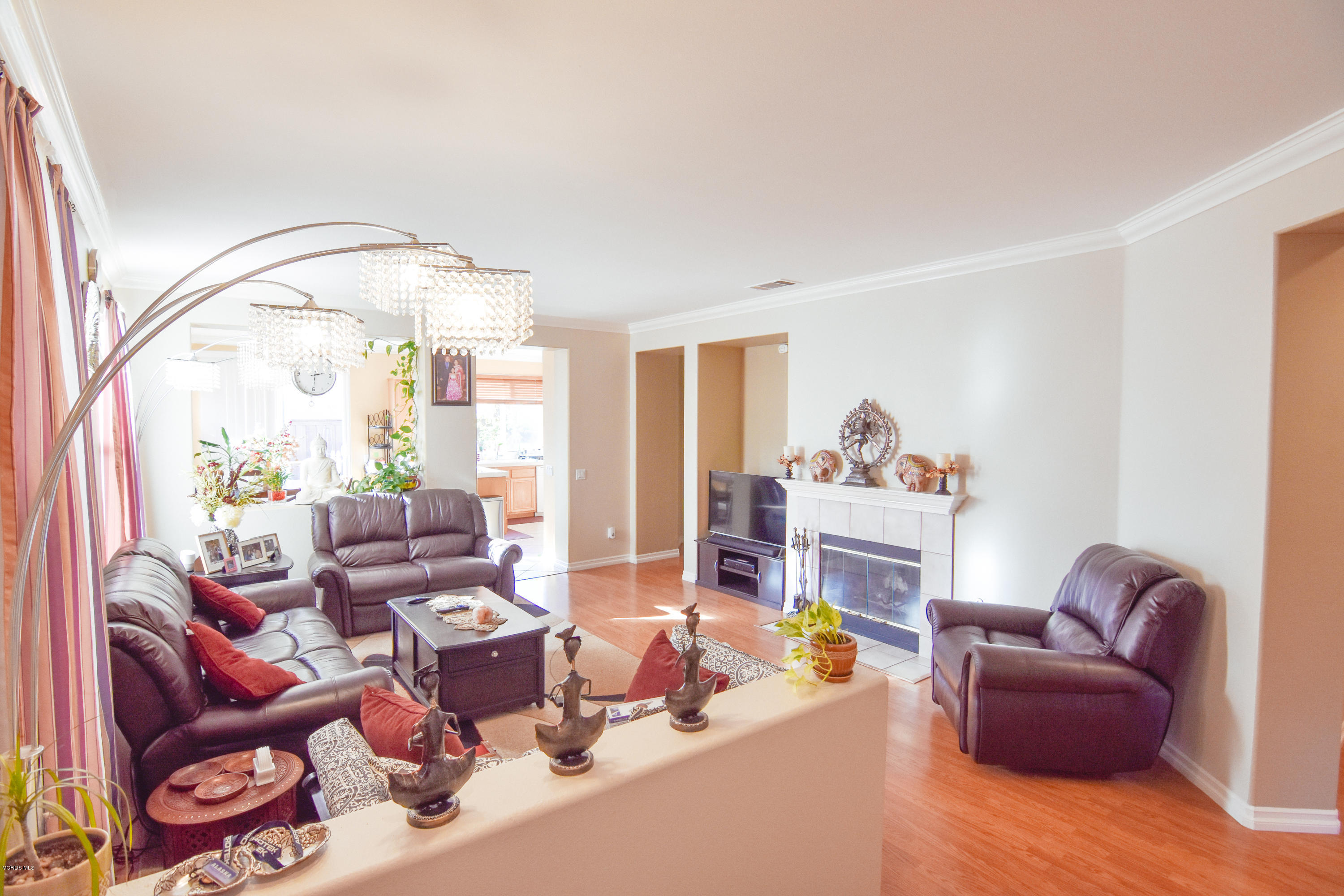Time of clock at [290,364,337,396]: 2:30
